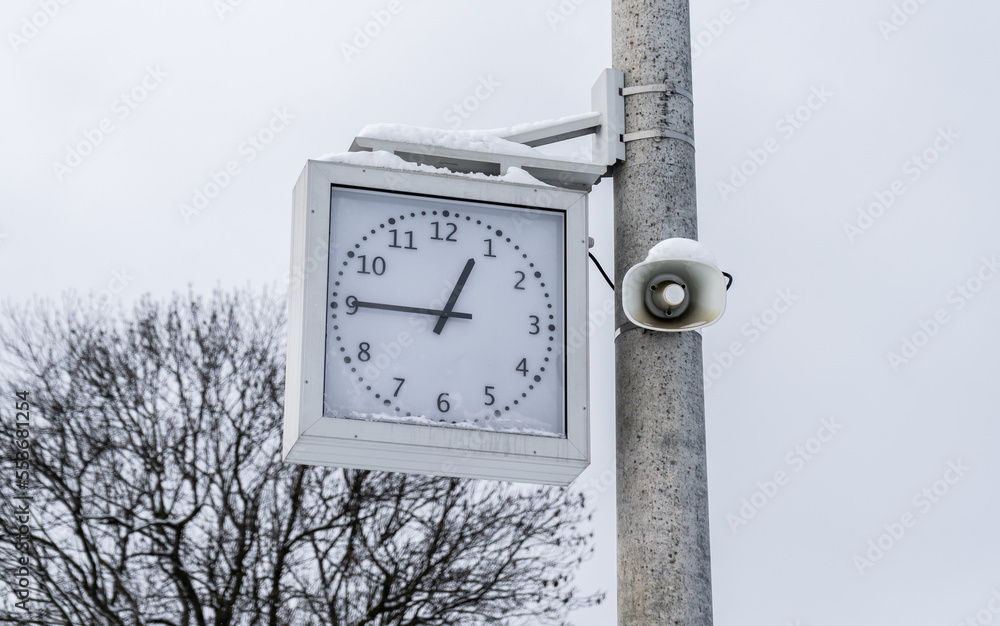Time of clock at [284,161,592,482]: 12:45
